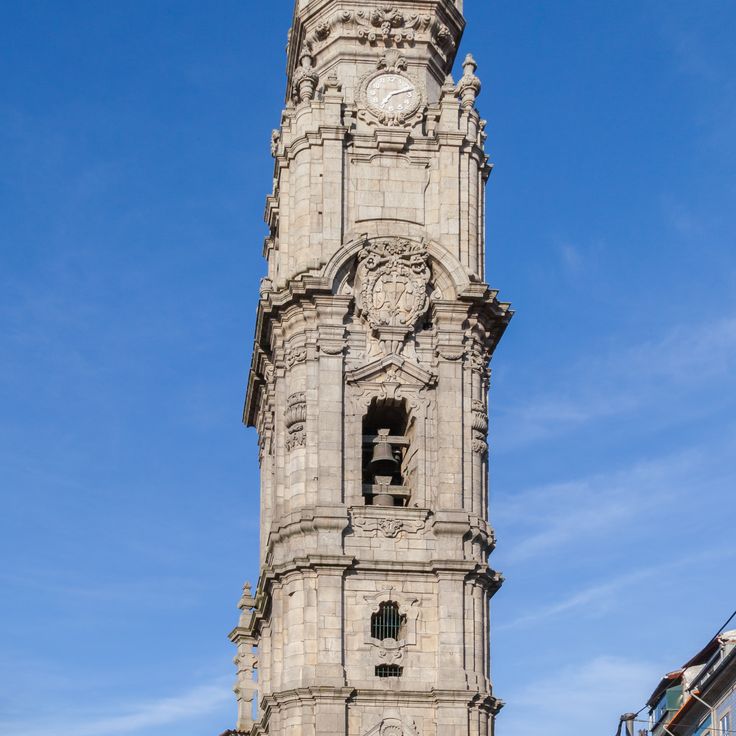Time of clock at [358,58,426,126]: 7:12
